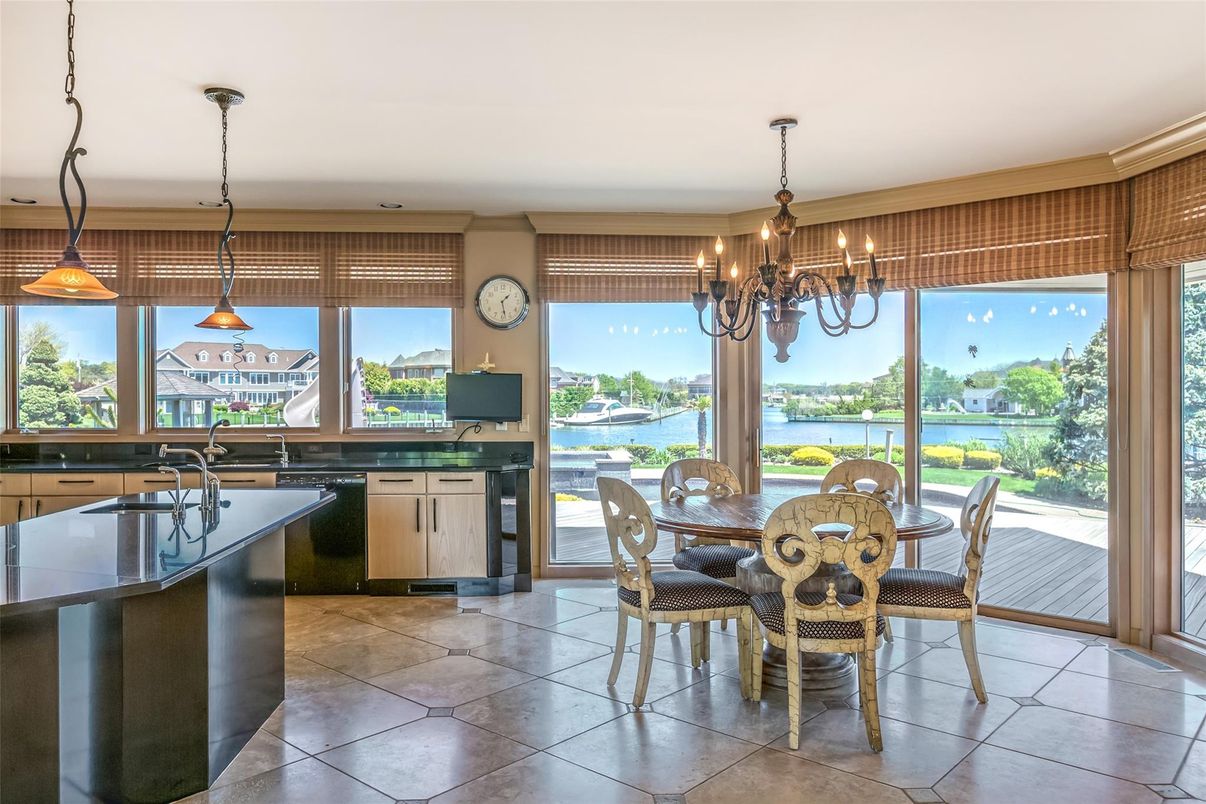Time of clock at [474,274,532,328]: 1:27
